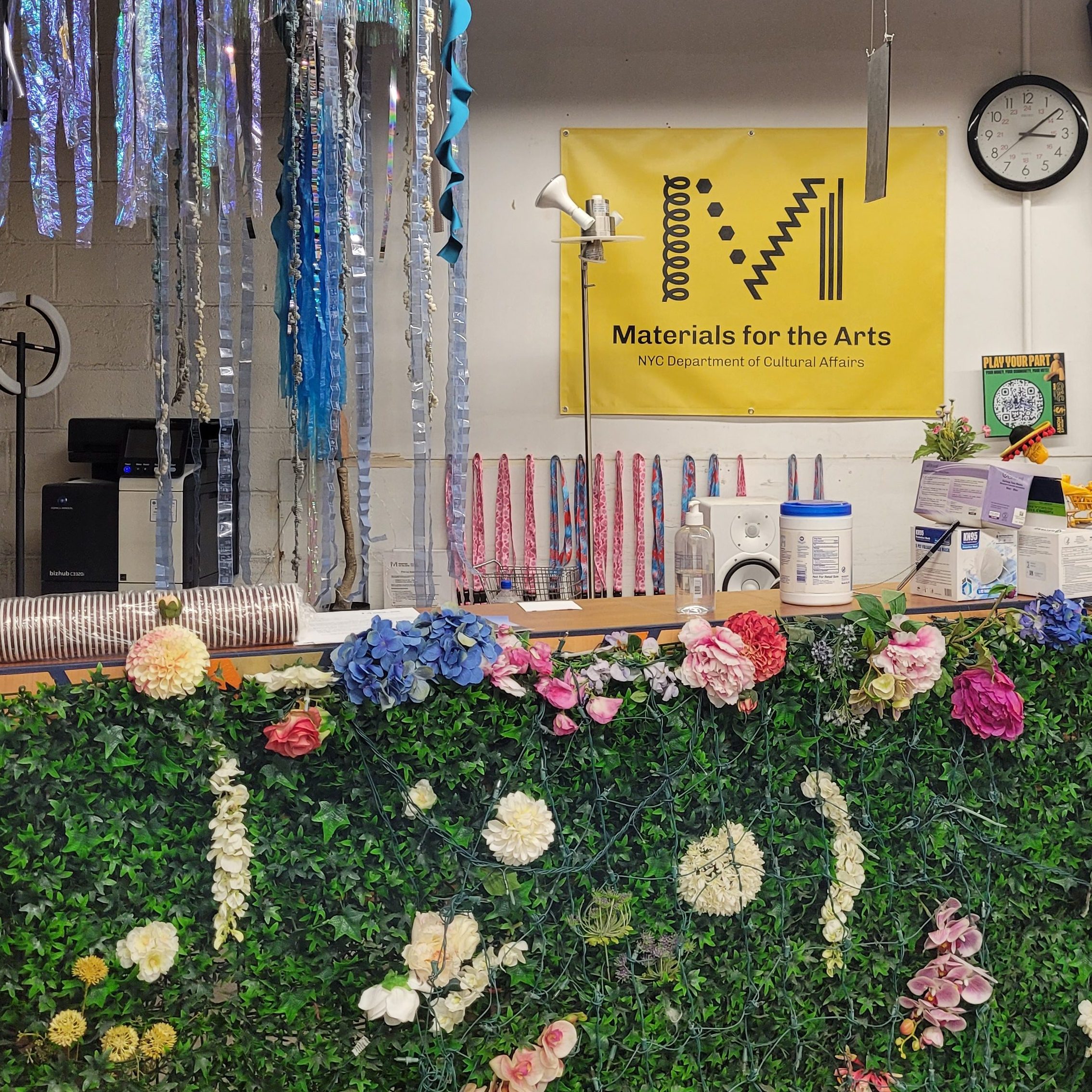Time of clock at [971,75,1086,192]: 3:08
